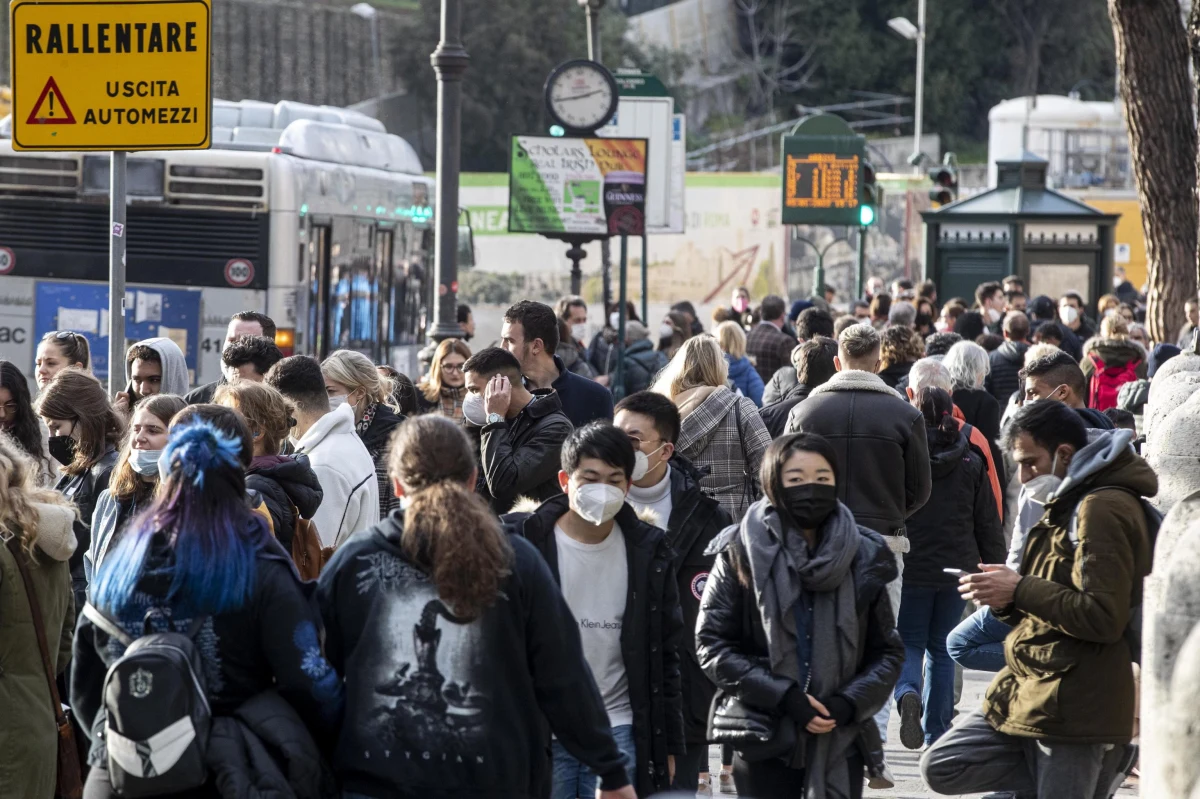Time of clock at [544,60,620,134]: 2:43
